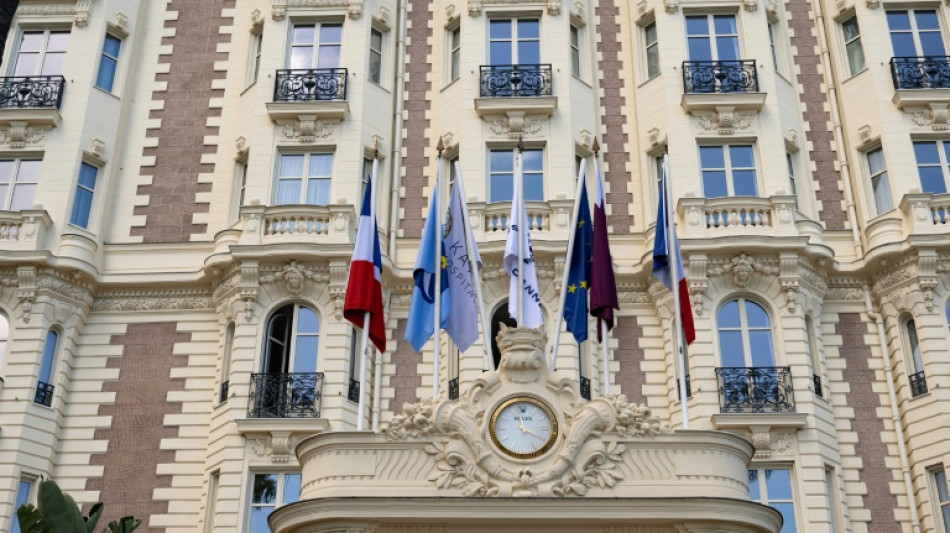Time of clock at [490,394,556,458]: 3:58
